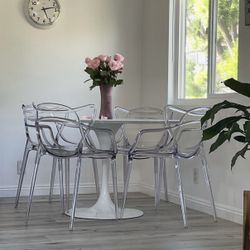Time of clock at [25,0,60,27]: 5:12
